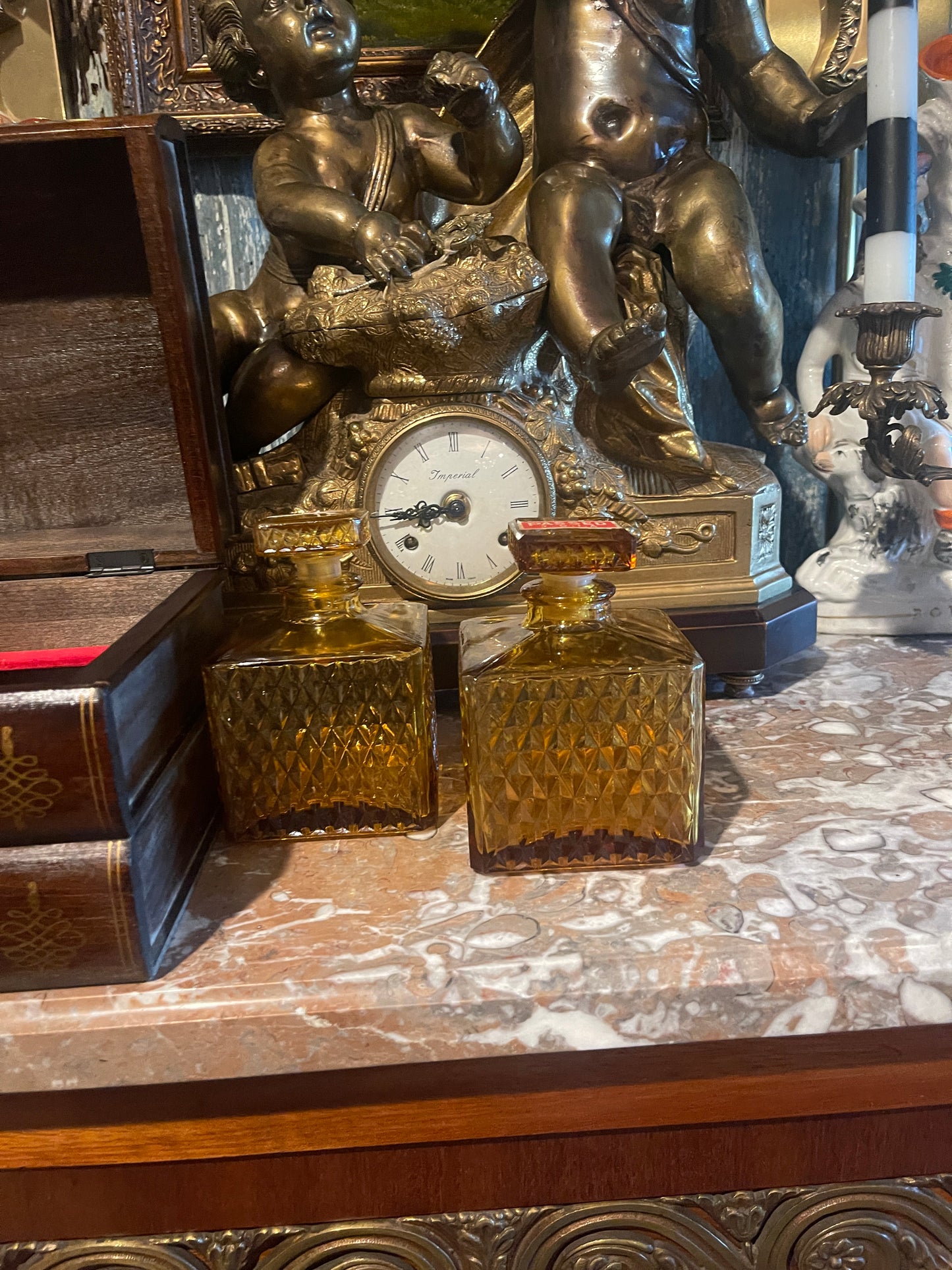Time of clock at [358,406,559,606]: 8:44
